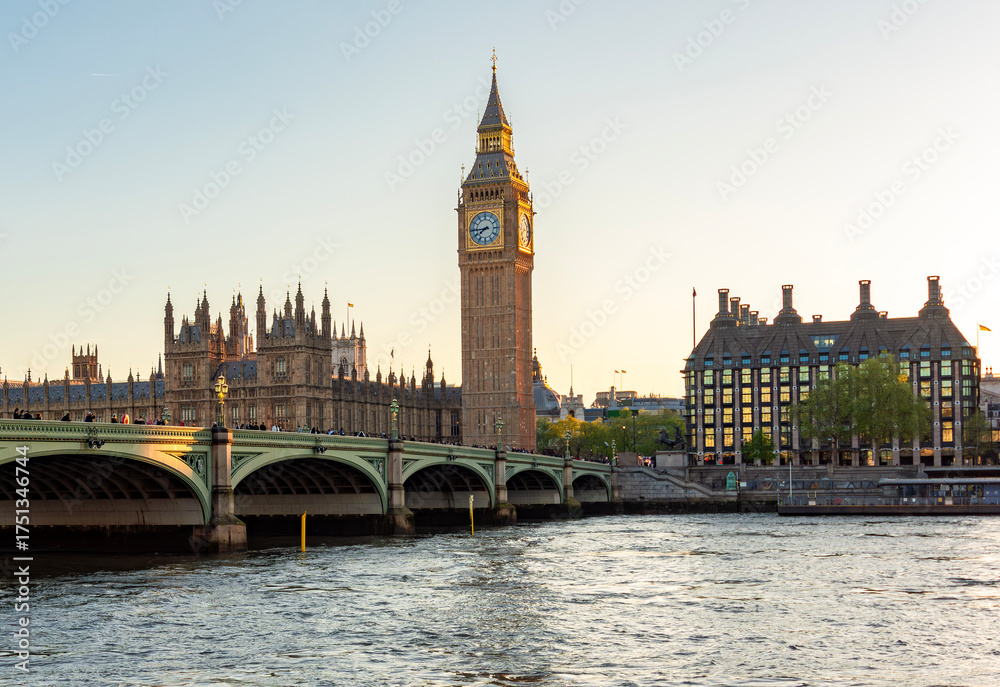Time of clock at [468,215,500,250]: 7:44
